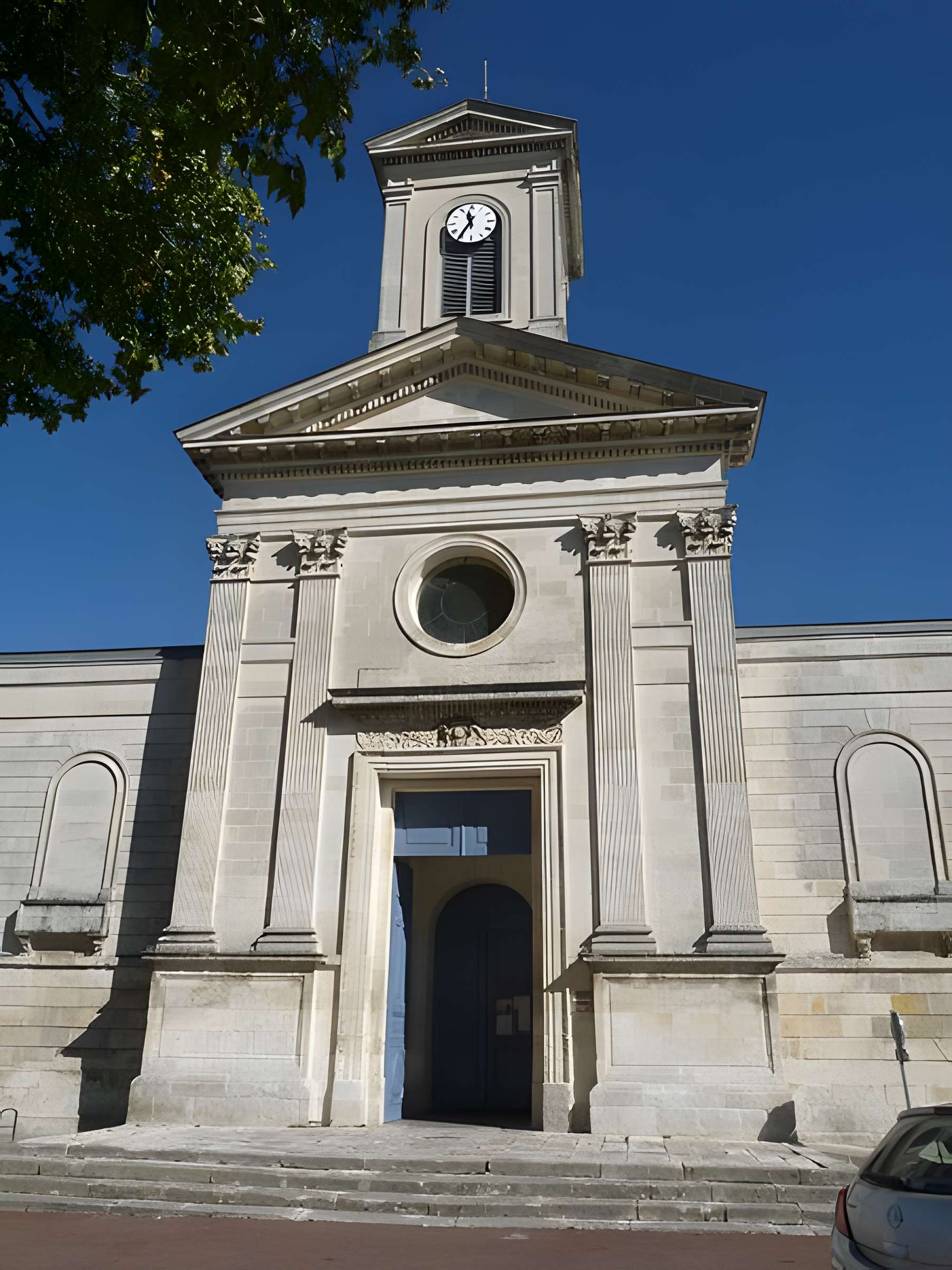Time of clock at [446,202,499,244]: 11:35
